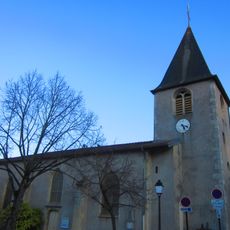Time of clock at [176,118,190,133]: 5:18
